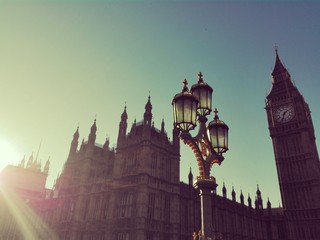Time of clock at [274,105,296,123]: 1:32
